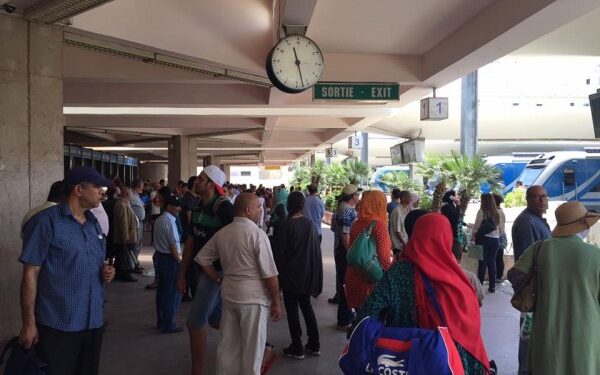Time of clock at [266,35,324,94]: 11:27
